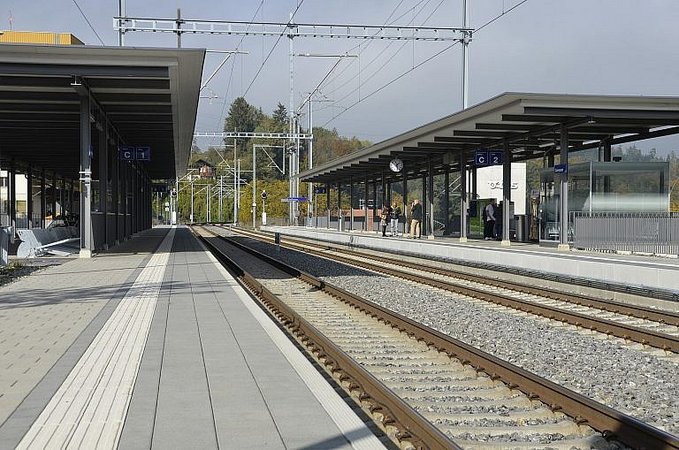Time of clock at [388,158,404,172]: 1:28
